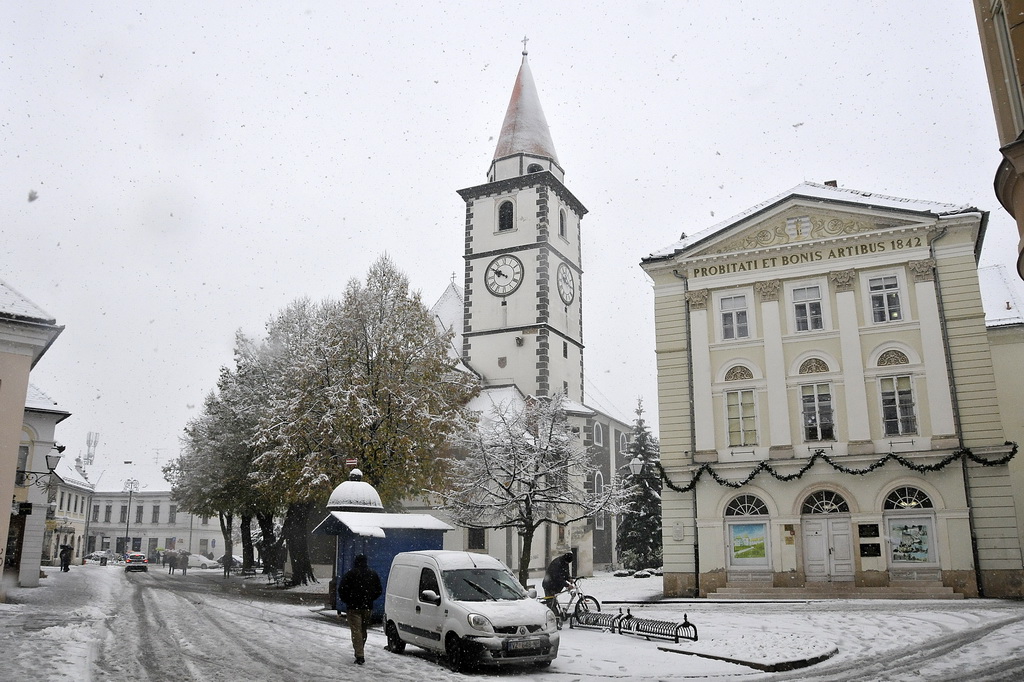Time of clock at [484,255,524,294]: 9:50
